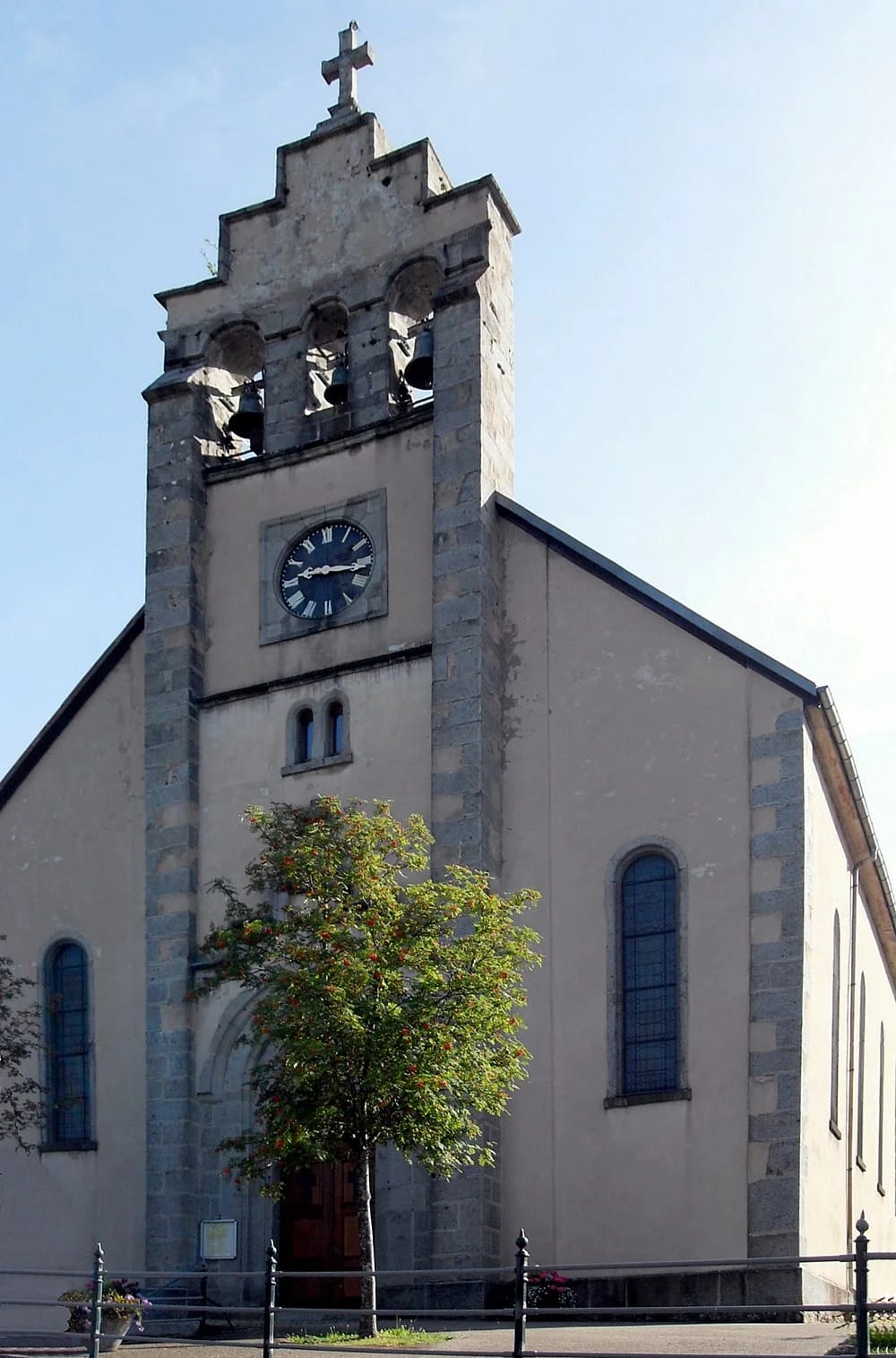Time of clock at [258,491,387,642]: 9:17
